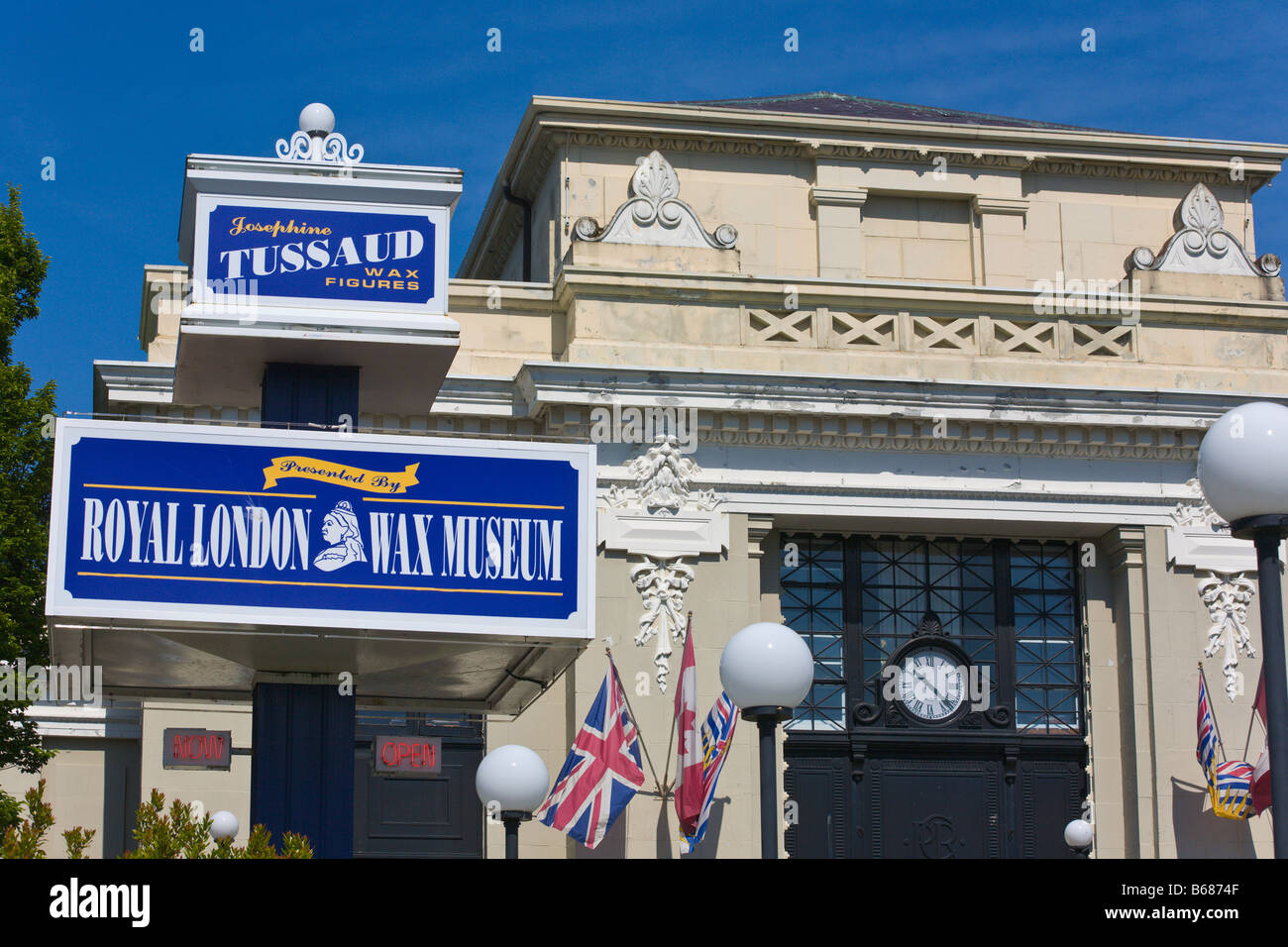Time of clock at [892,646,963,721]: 10:22
